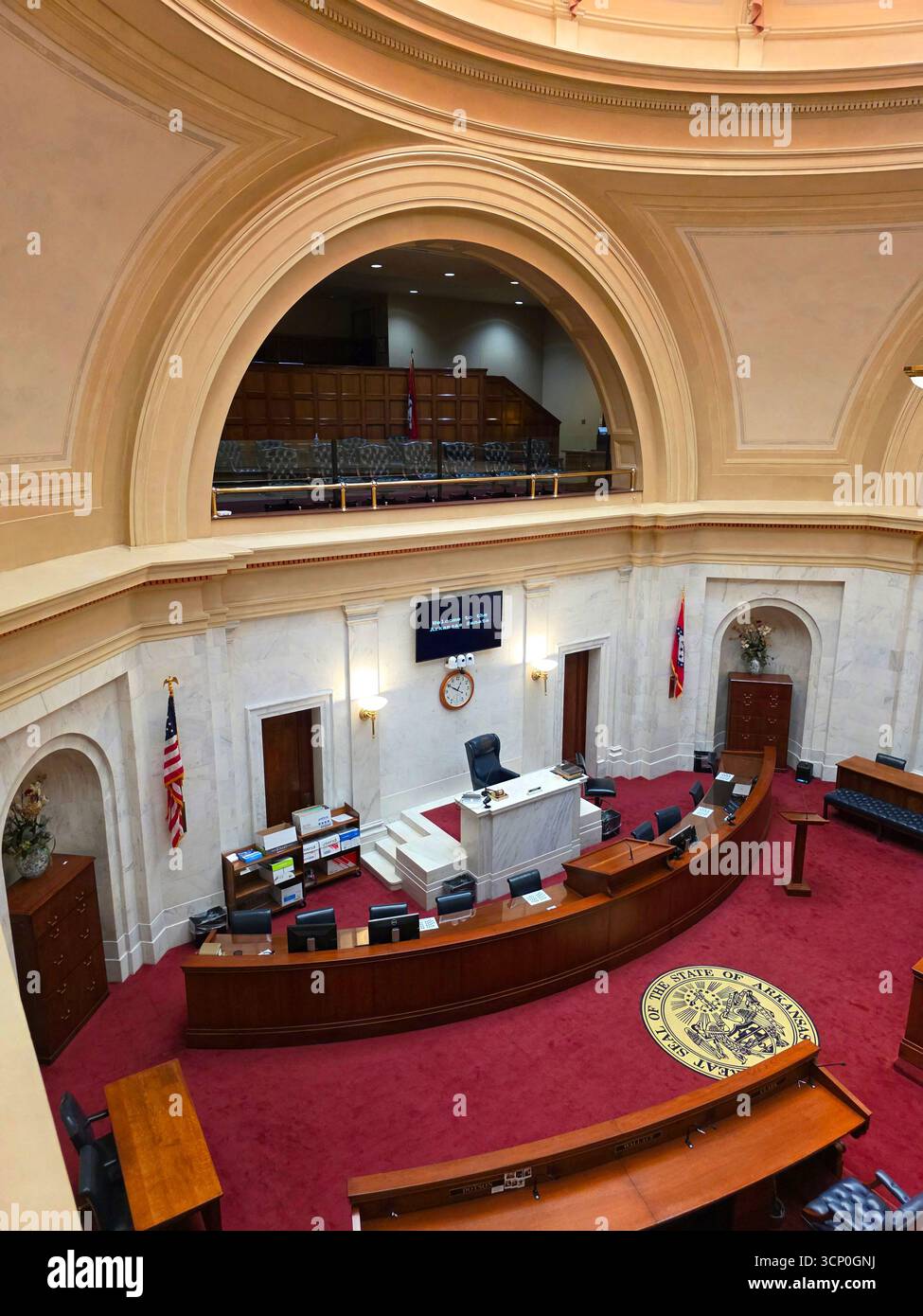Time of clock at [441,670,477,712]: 12:49
